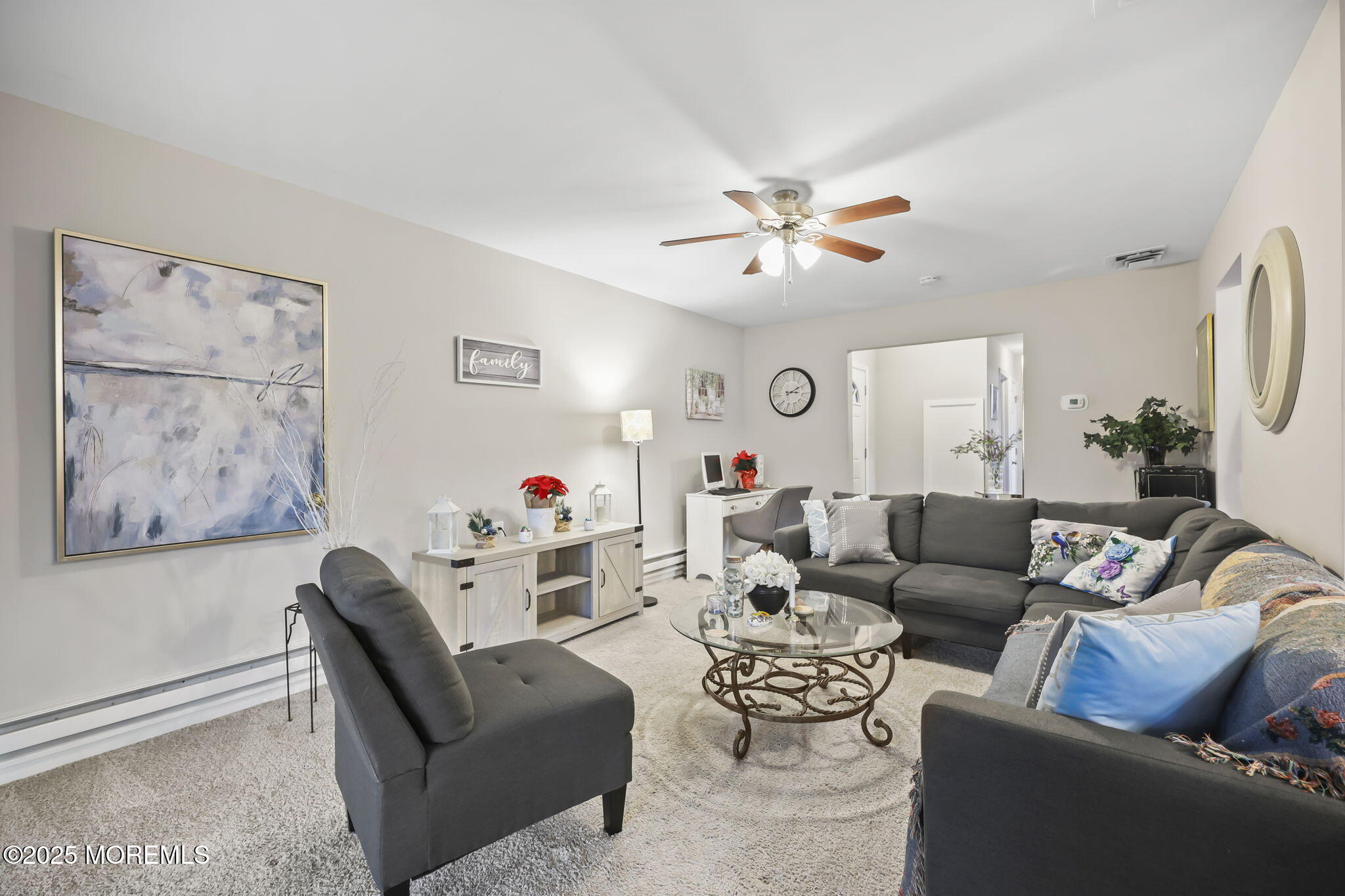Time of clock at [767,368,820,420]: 3:10
